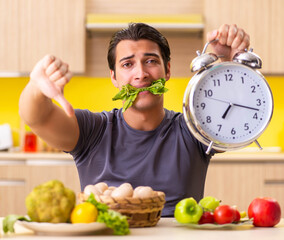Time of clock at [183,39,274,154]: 7:17
